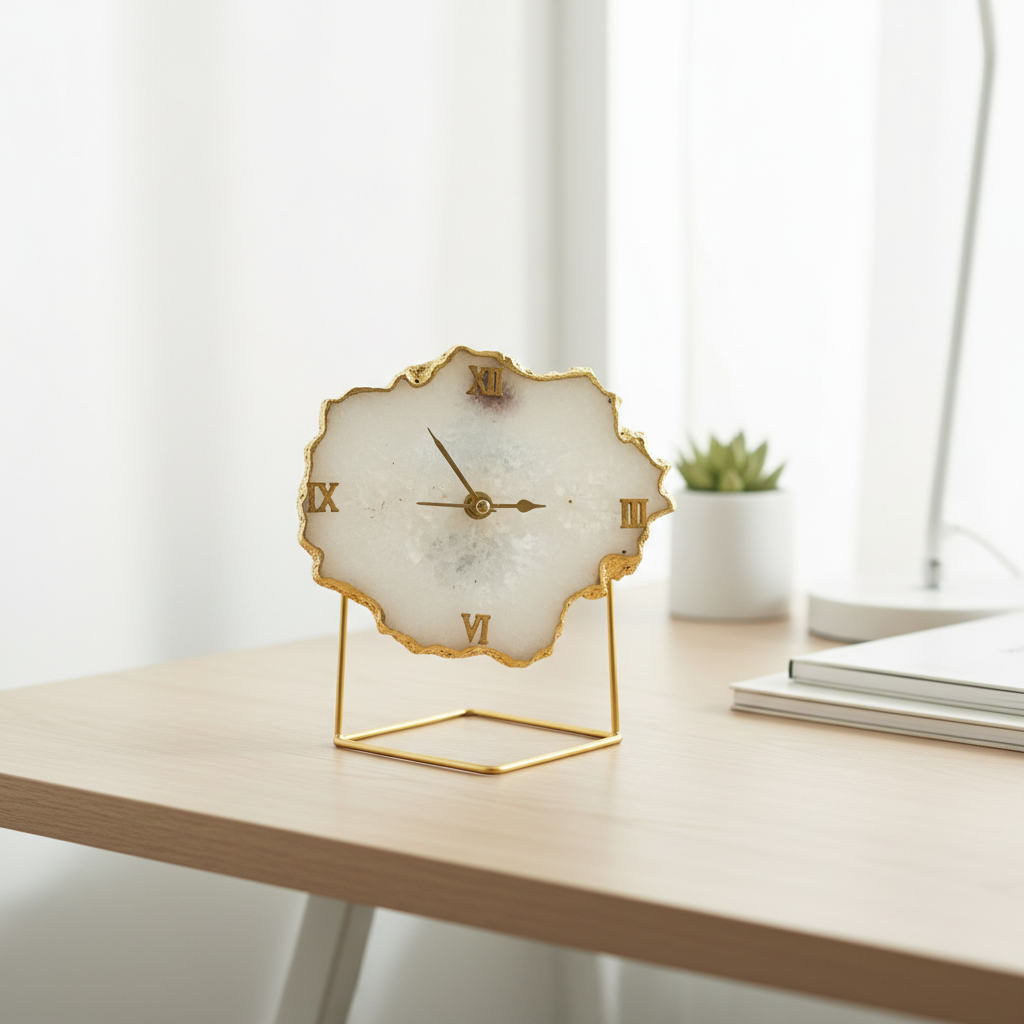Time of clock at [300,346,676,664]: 2:54
